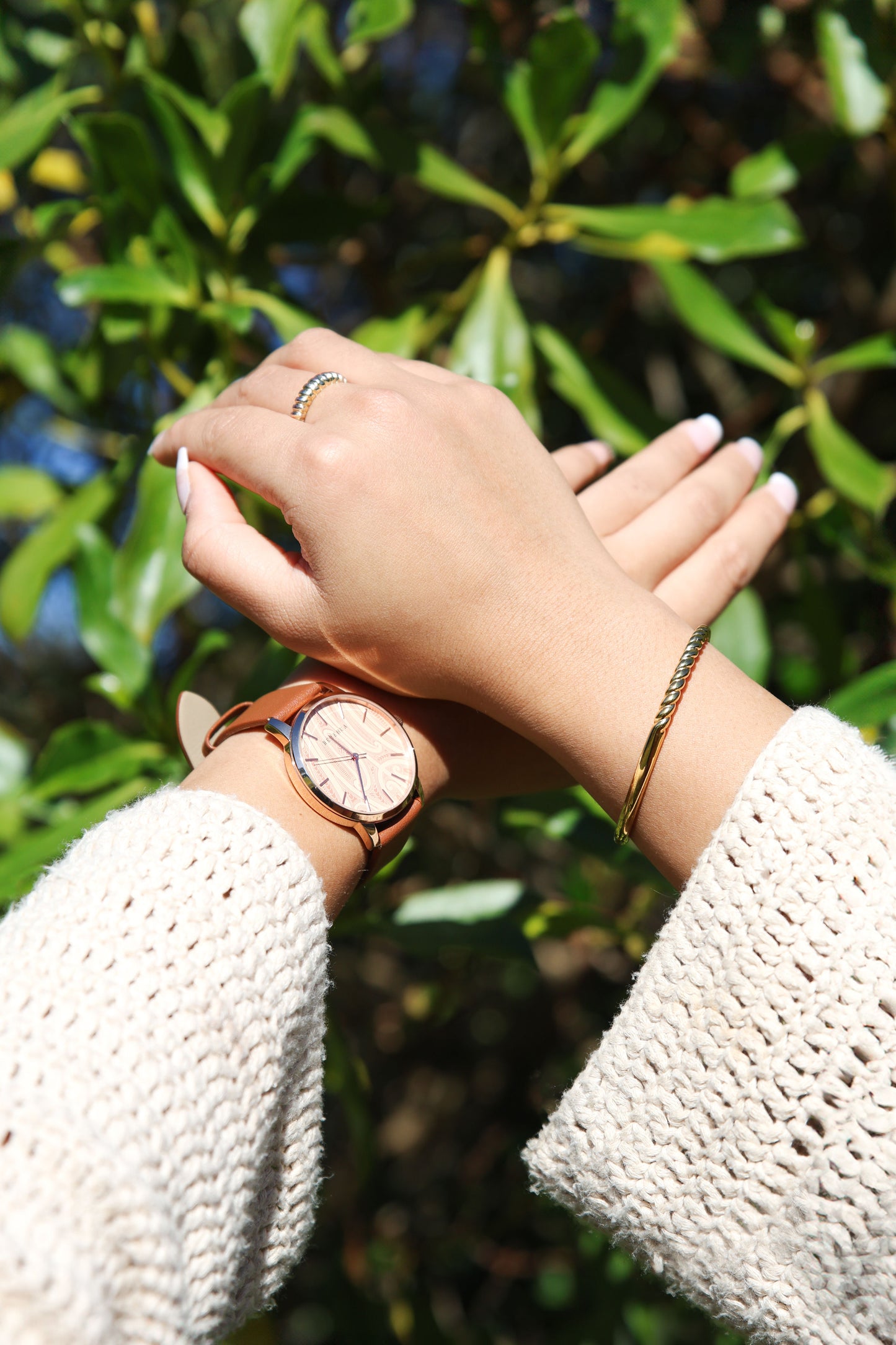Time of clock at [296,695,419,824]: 10:30
